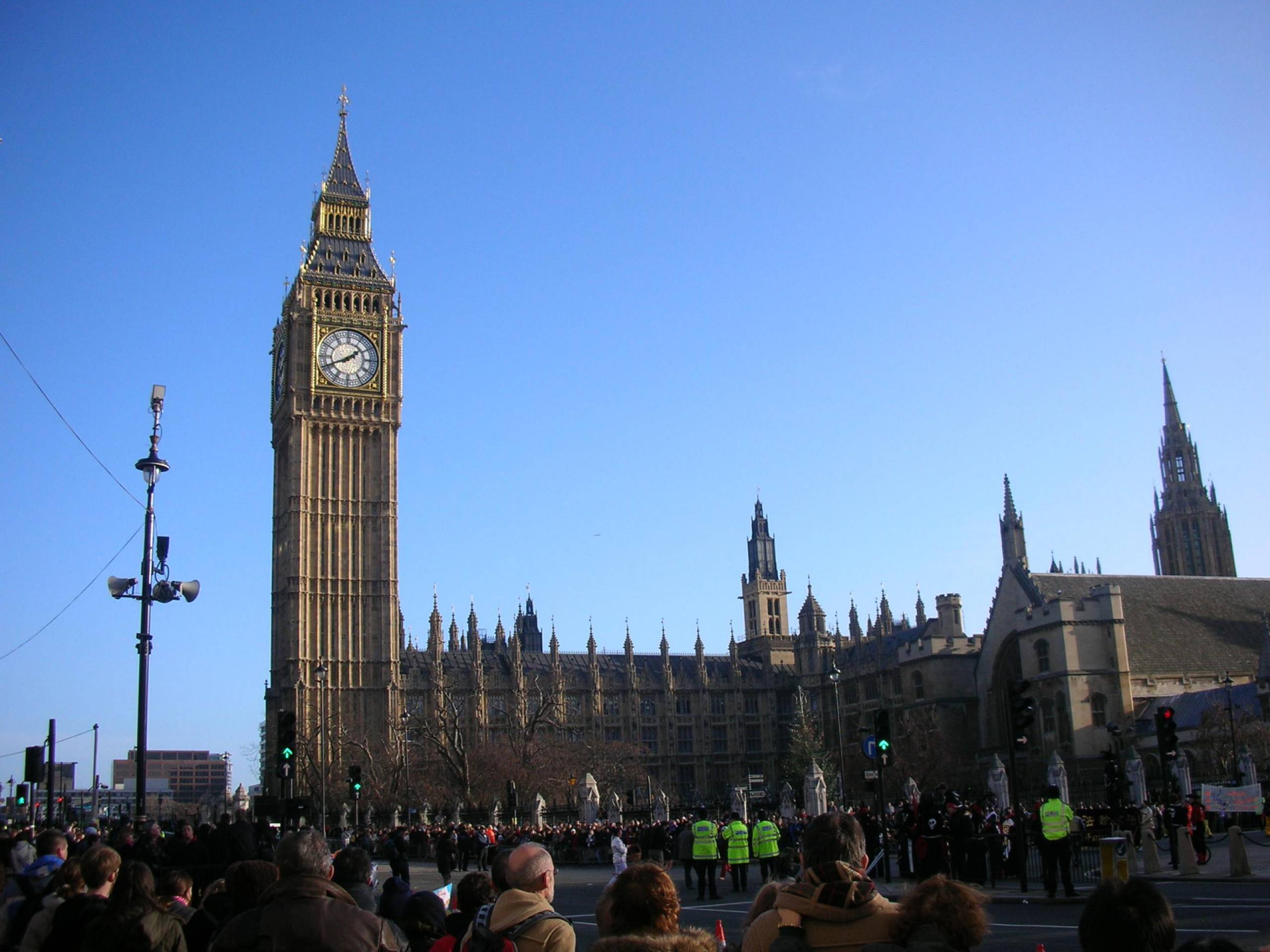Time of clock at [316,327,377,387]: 1:41
